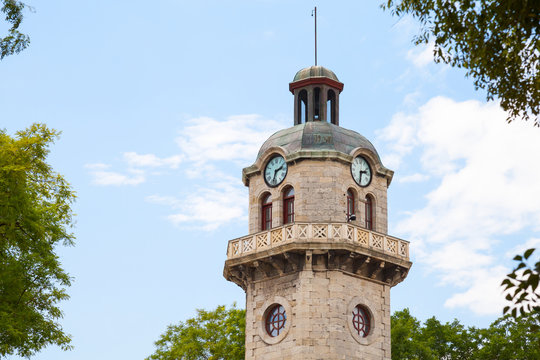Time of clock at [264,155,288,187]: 2:33
